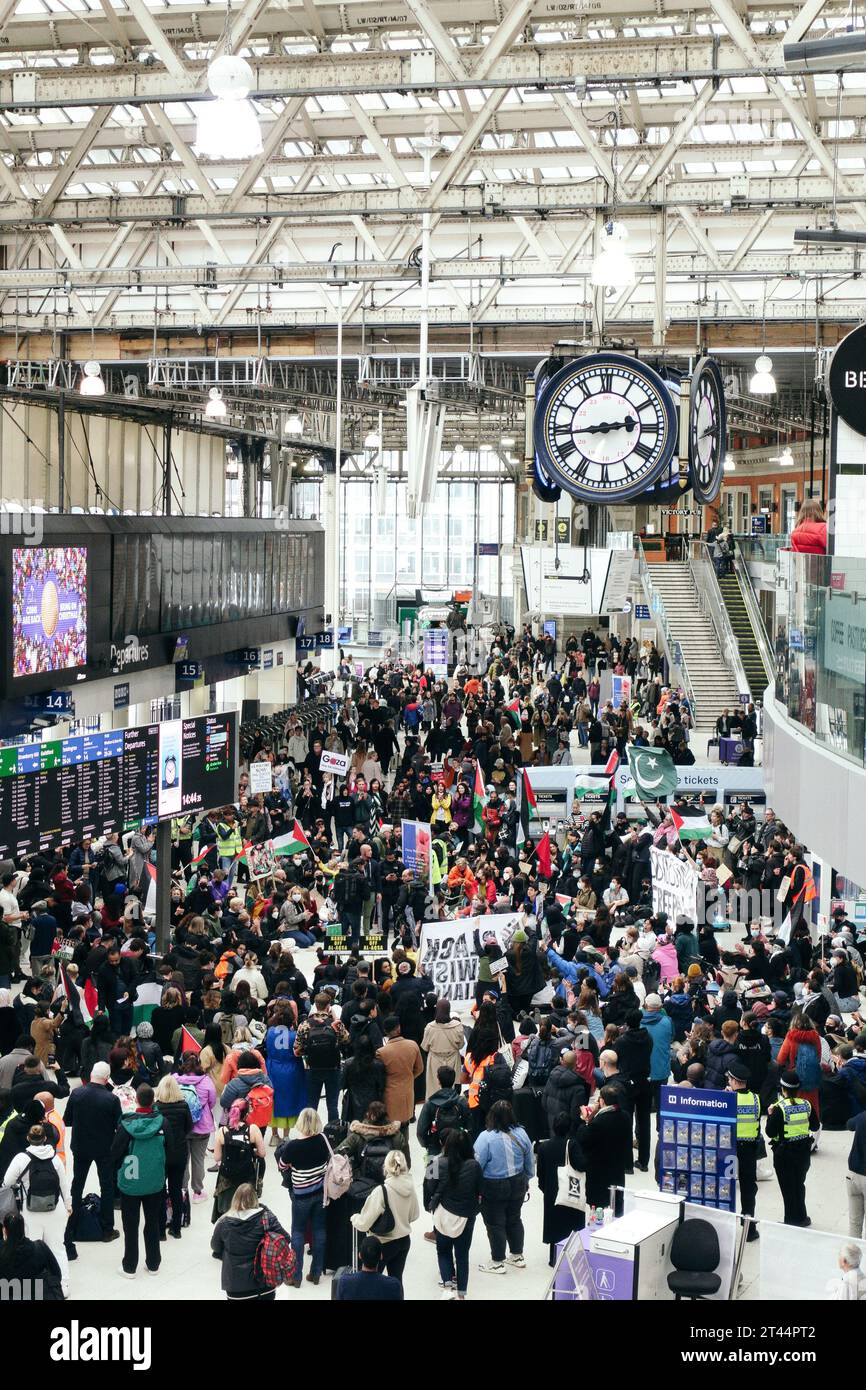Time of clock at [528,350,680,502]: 2:43
